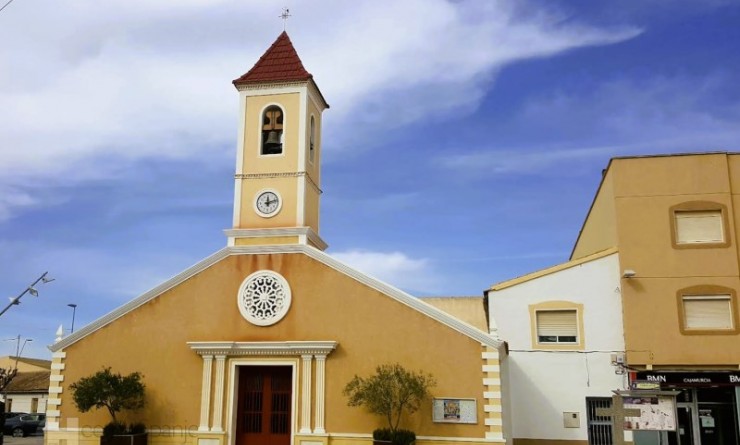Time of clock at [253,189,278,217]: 12:12
